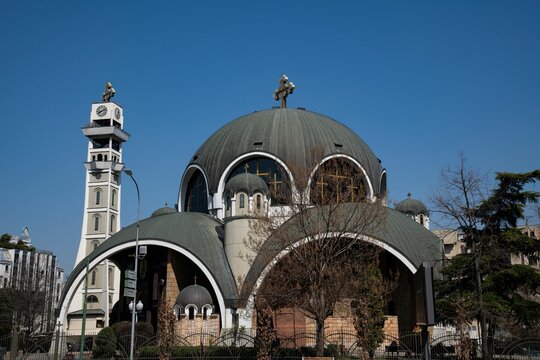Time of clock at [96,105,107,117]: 8:11
